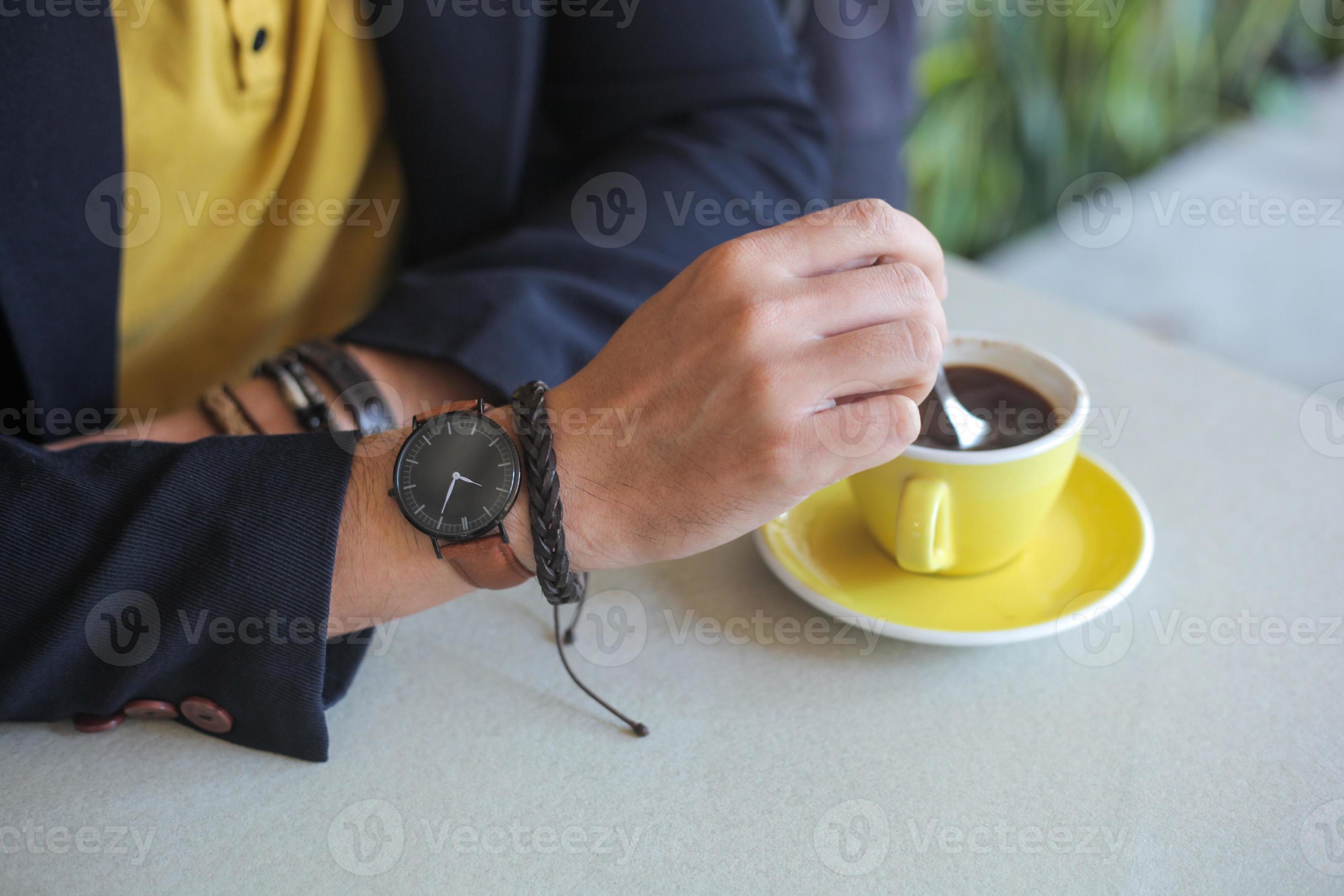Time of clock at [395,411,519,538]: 3:30
